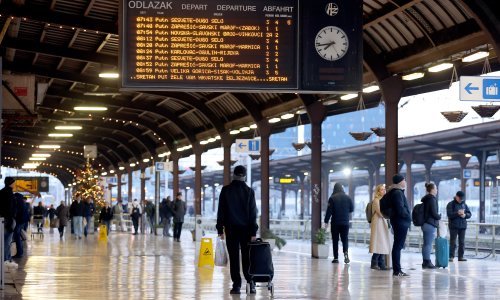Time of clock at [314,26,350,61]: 7:43
